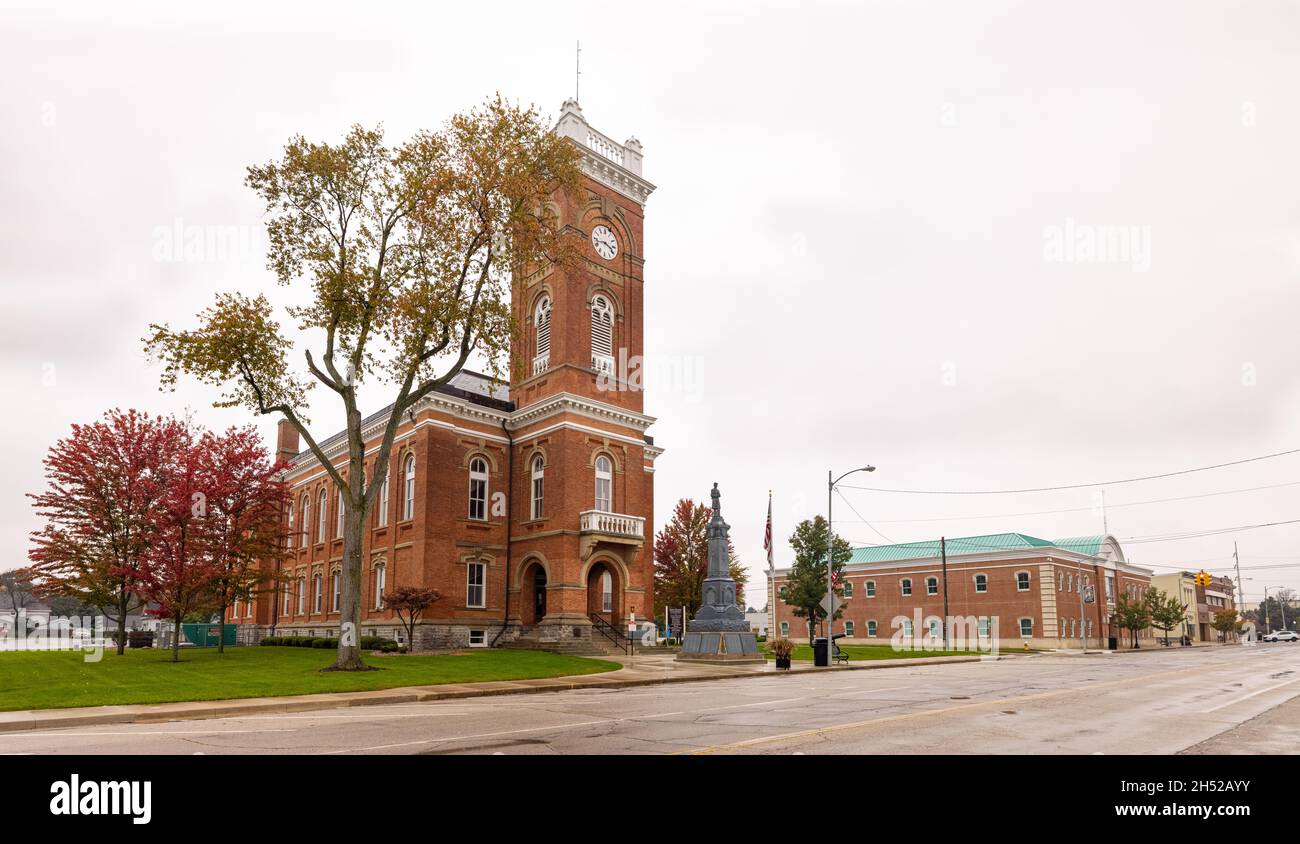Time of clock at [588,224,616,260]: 3:42
